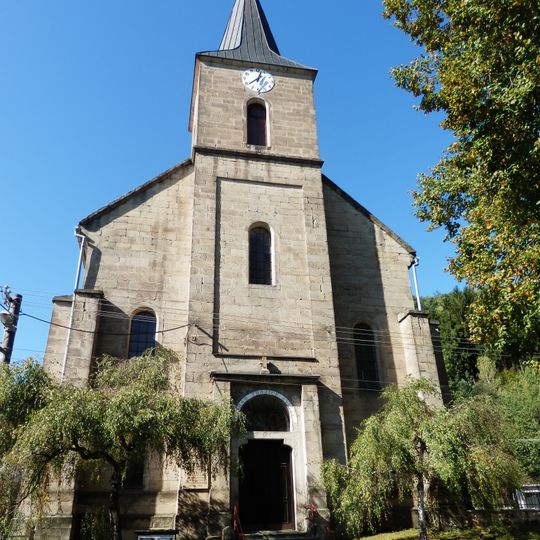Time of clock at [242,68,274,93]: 1:02
